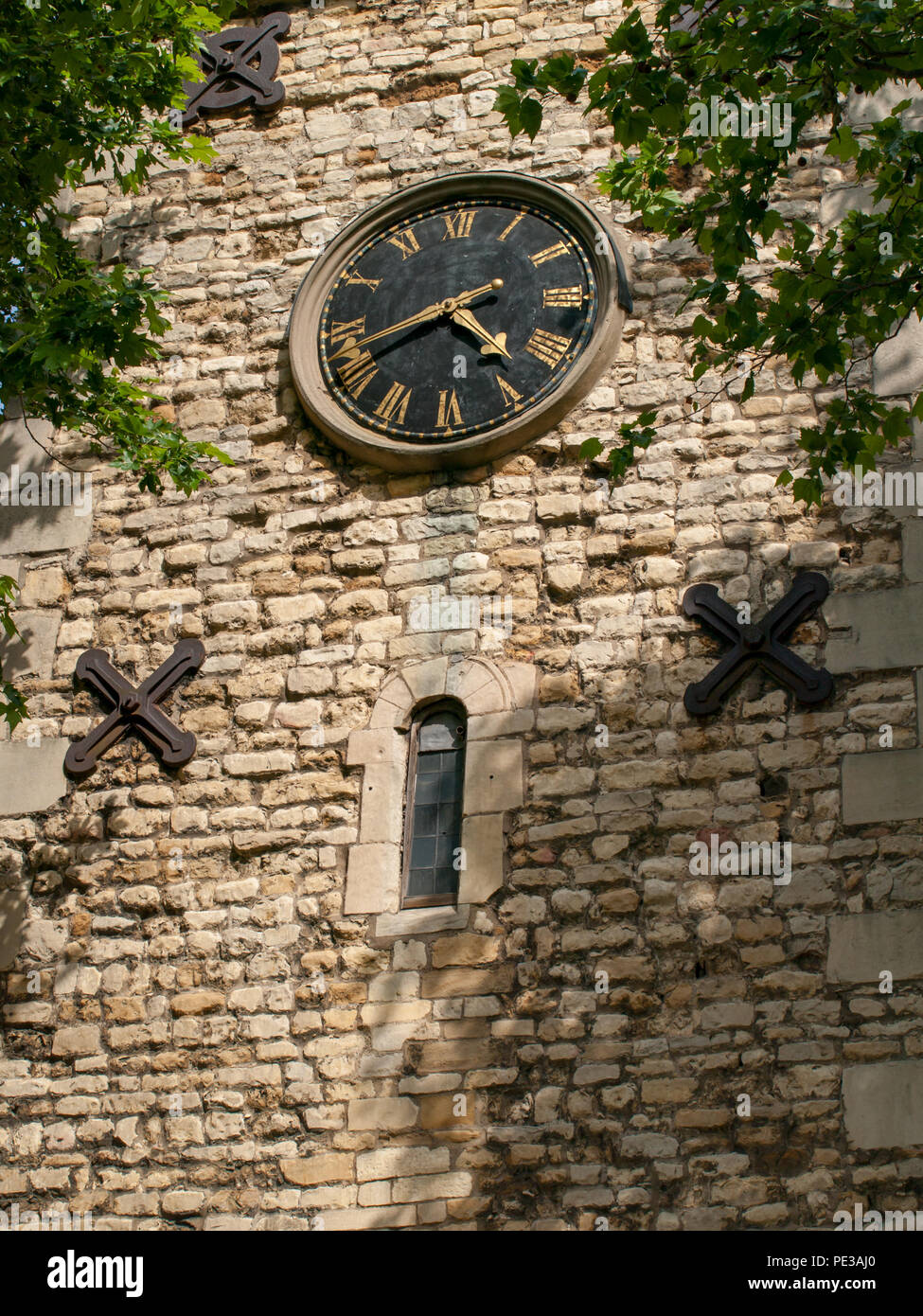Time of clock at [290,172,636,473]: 4:41
